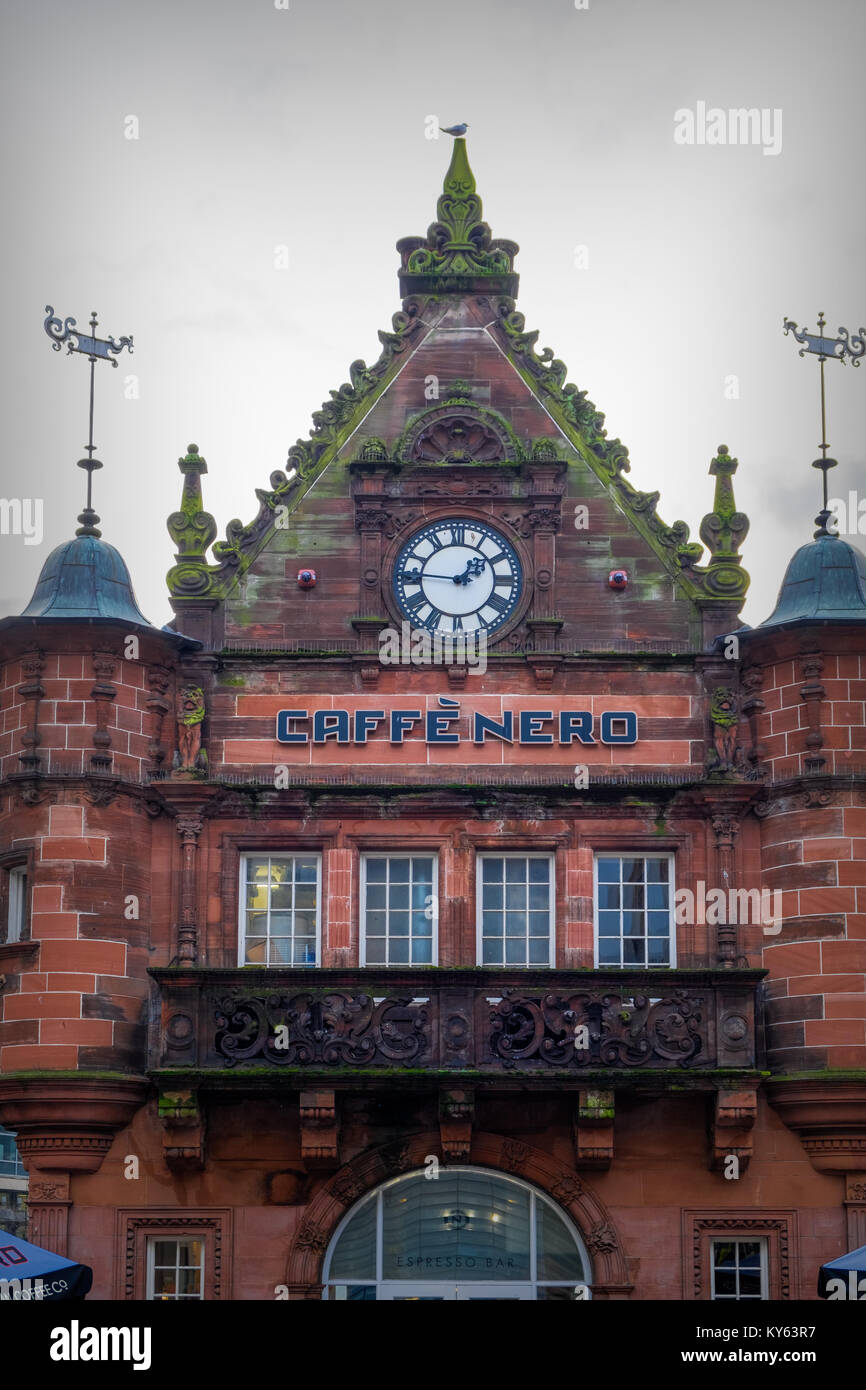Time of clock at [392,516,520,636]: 1:46
